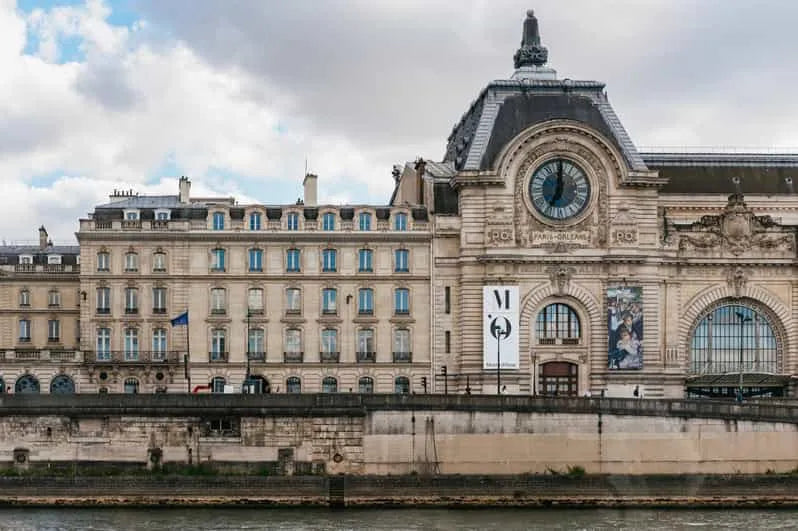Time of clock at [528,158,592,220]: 7:00
